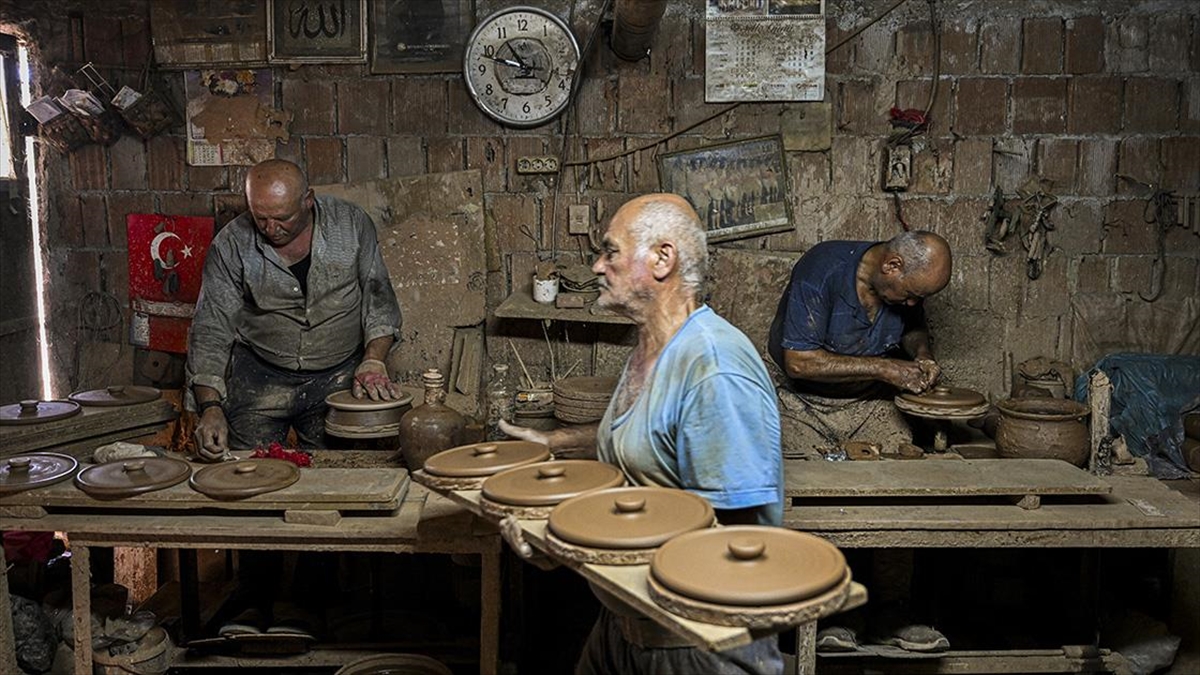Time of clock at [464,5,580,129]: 10:48
